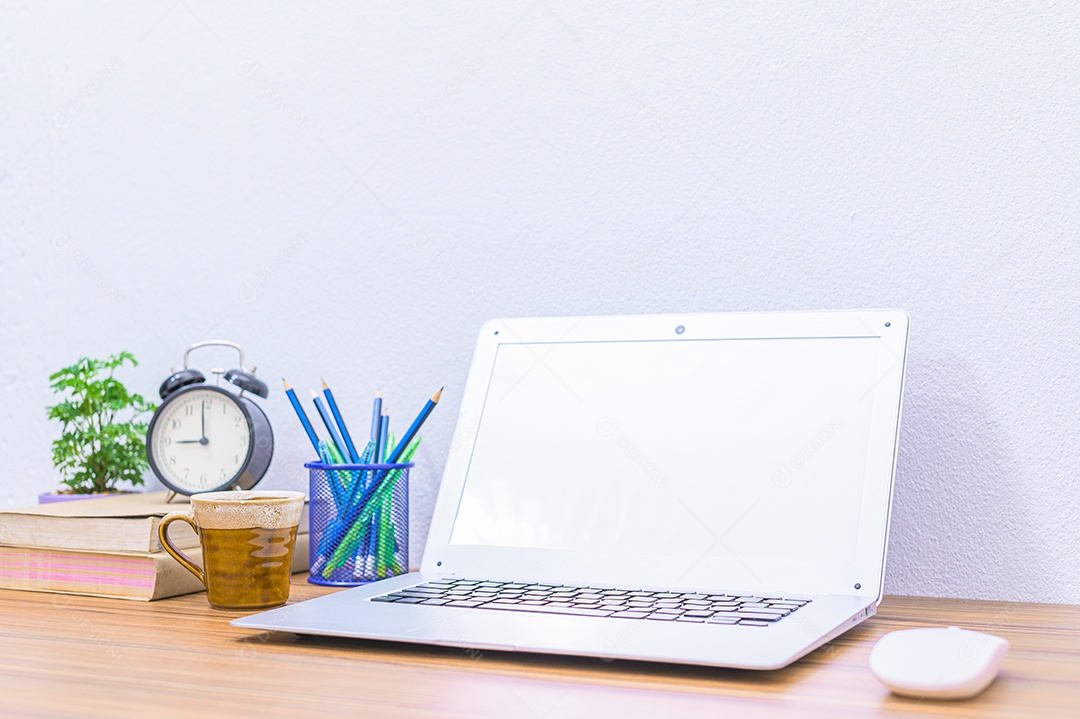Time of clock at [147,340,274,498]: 8:59
